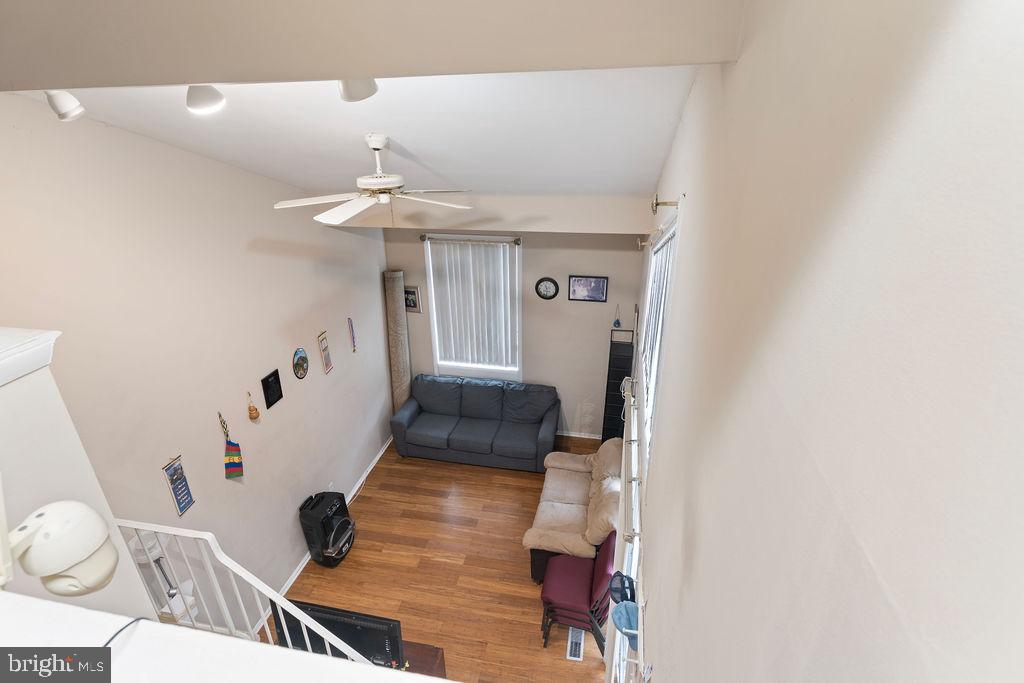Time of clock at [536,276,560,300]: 11:32
